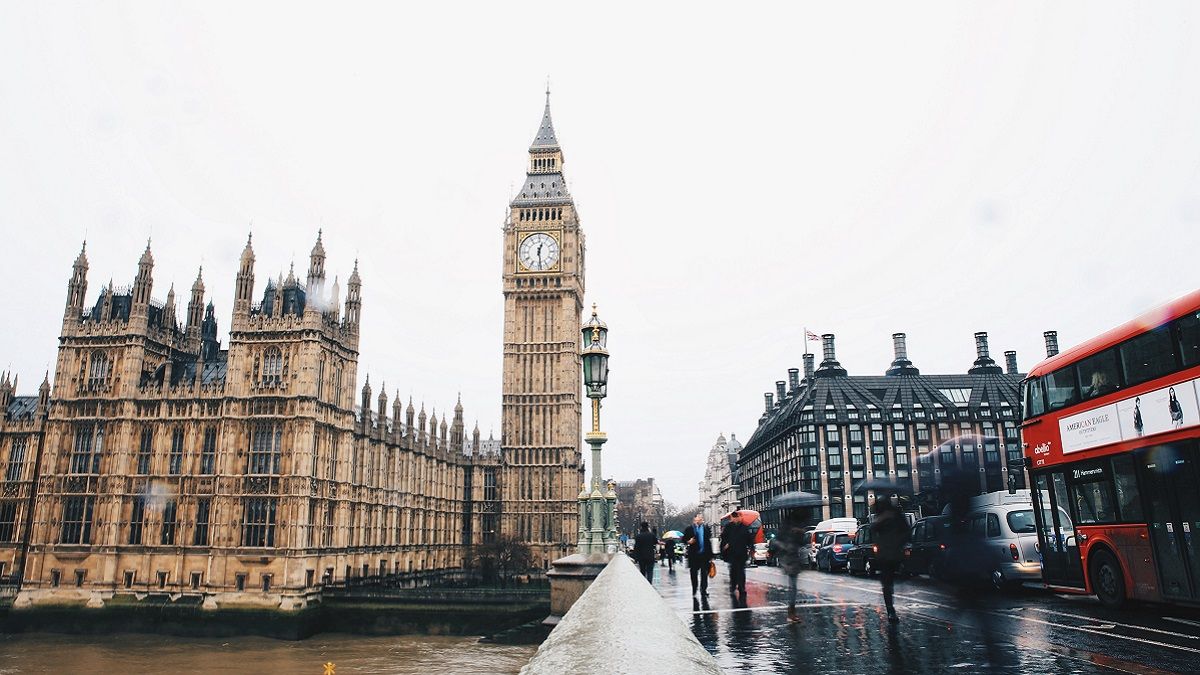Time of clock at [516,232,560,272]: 12:28
